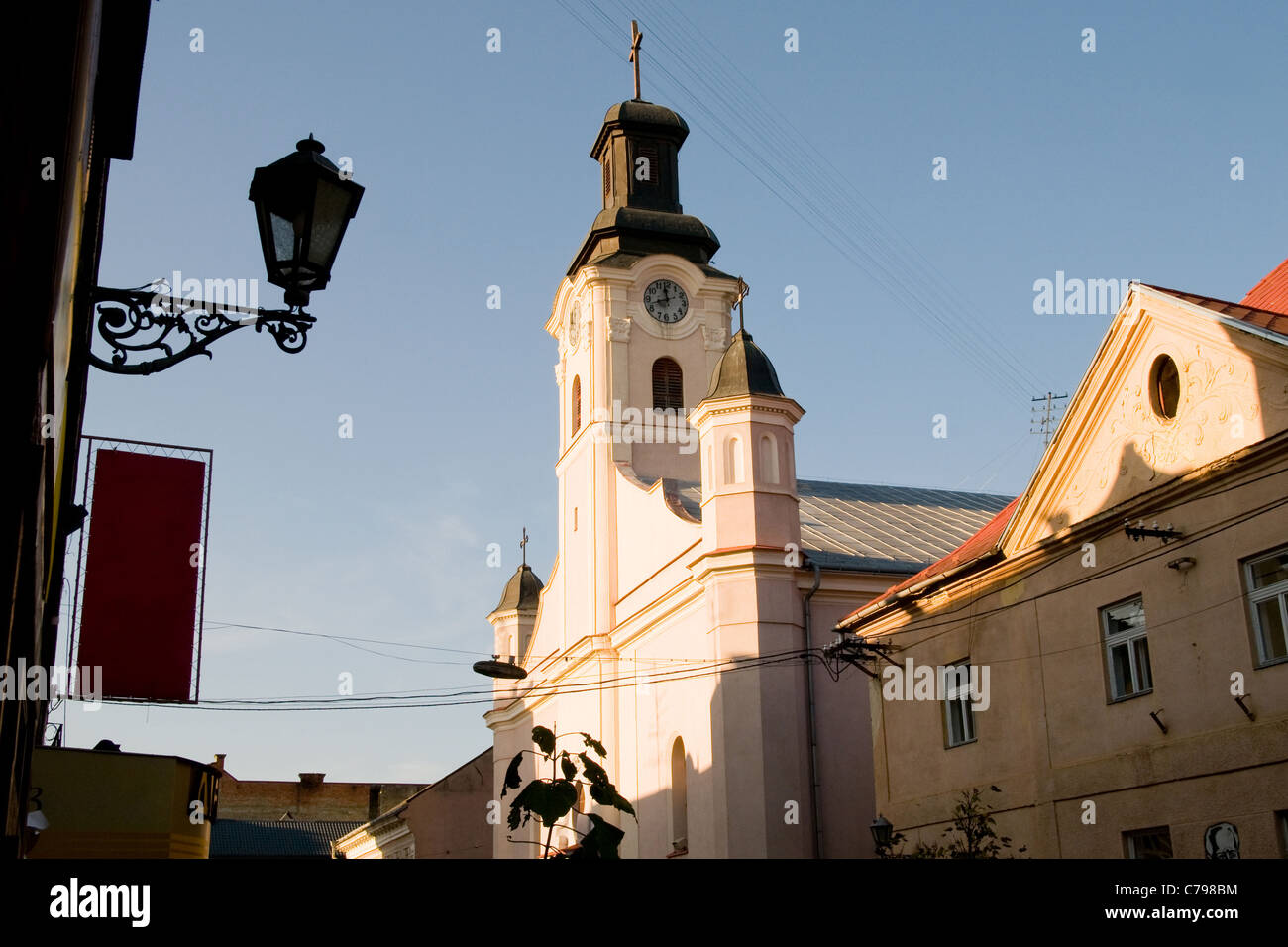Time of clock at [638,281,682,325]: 11:42
